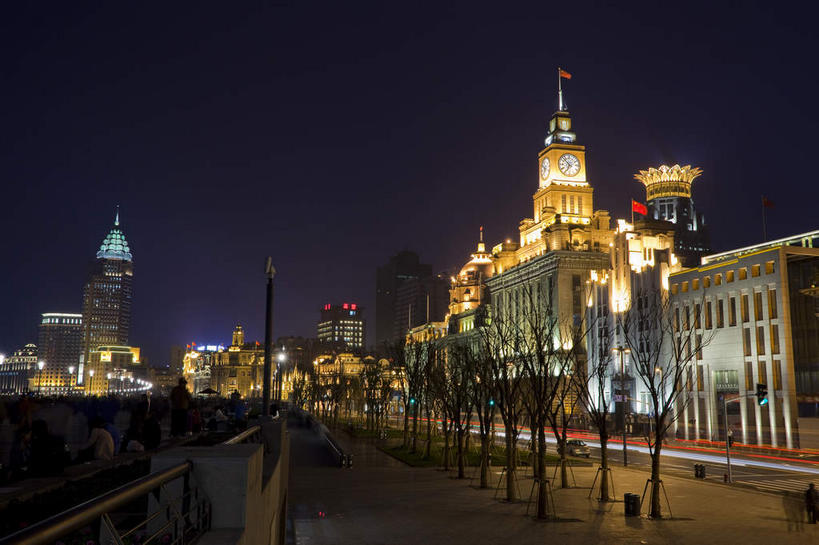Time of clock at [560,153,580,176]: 6:52
